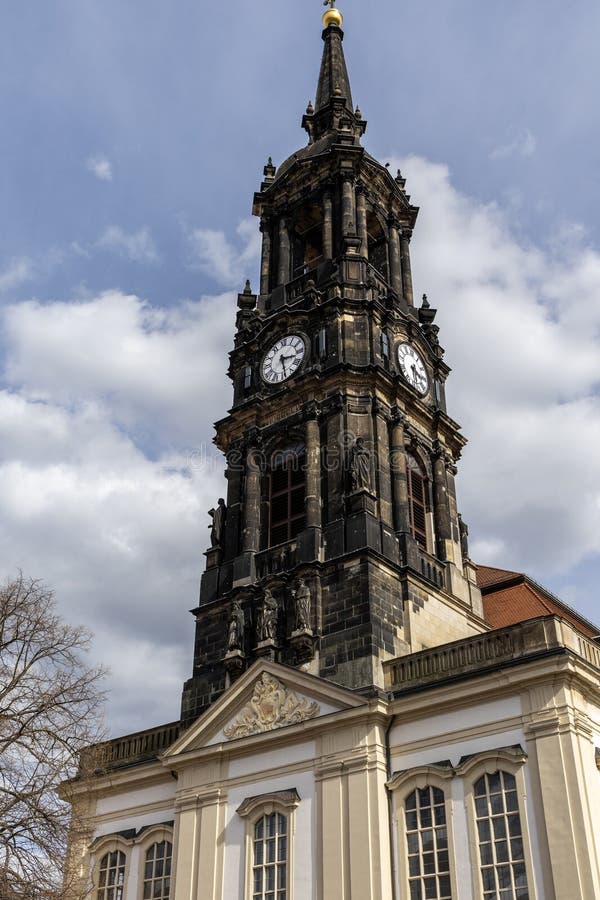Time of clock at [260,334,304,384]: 3:29
